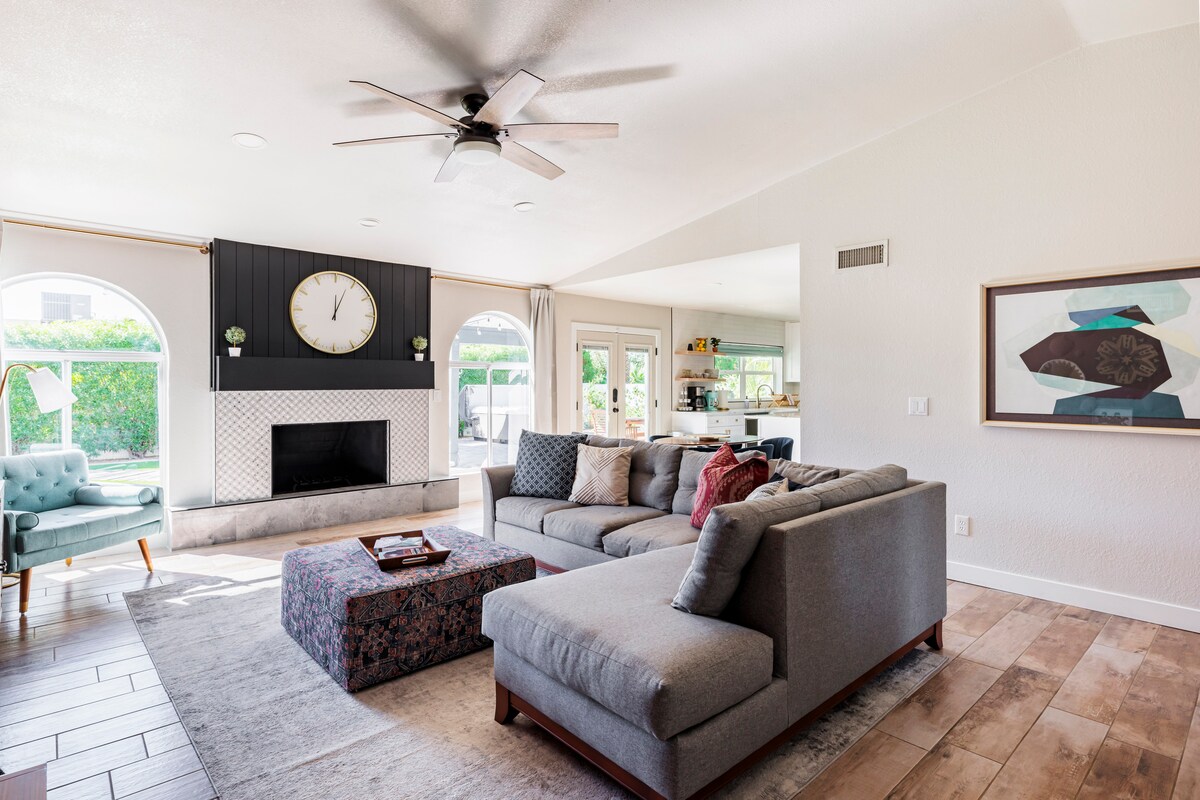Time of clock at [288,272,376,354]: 12:03
